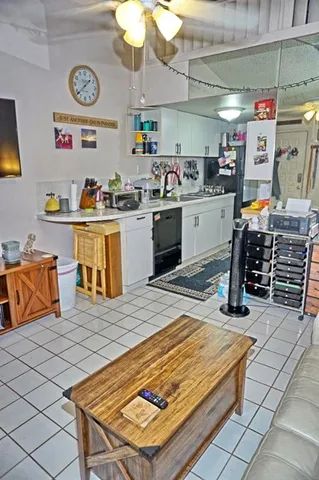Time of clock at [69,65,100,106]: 1:37
